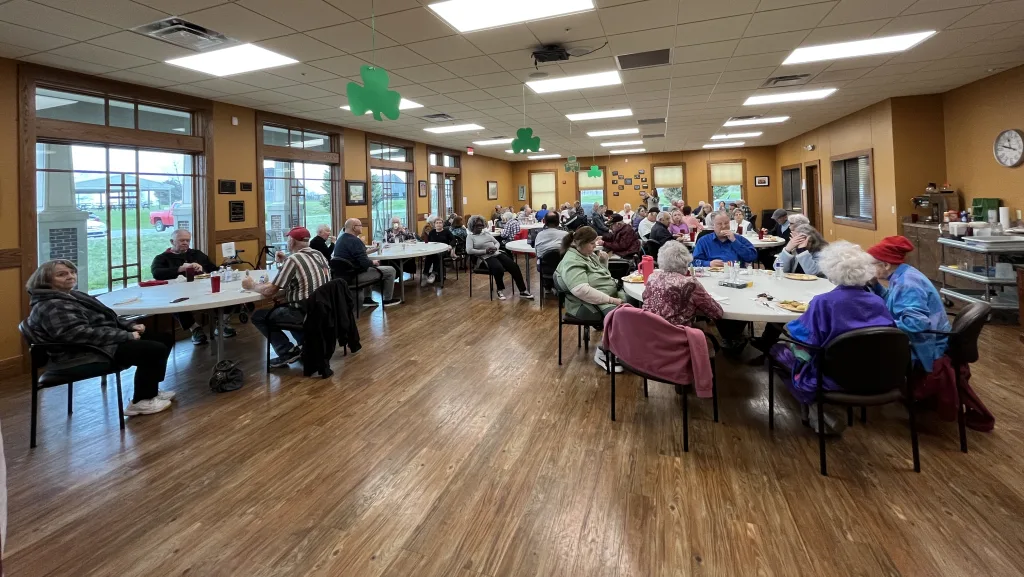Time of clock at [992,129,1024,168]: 11:47
